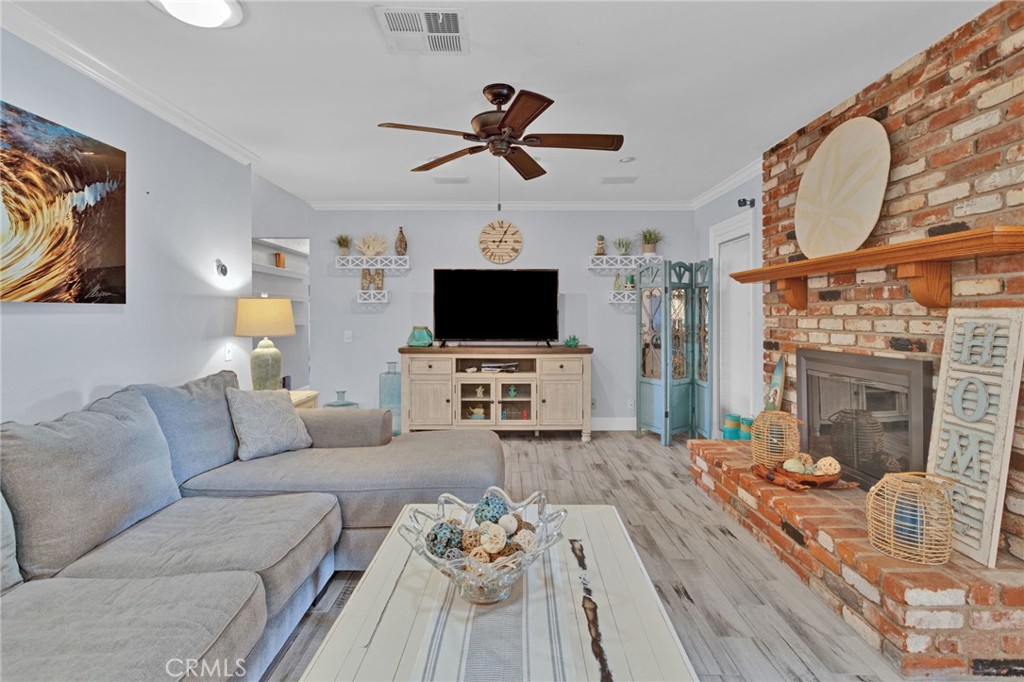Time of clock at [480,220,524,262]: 9:04
